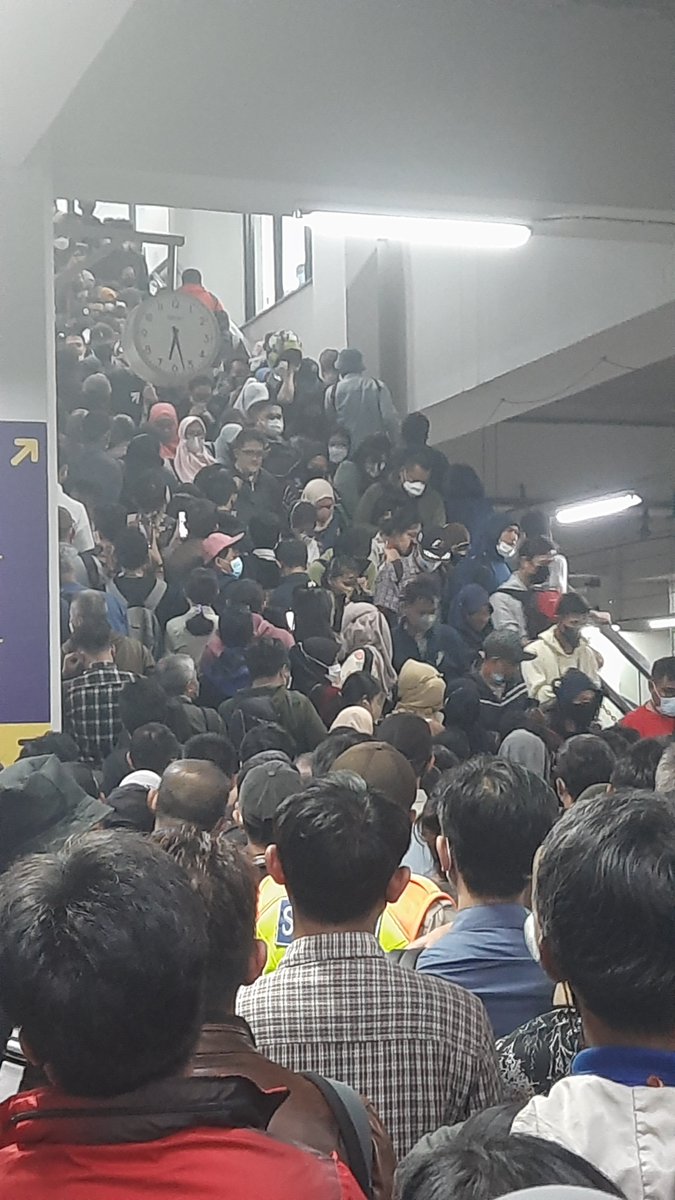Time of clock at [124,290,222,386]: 6:27
